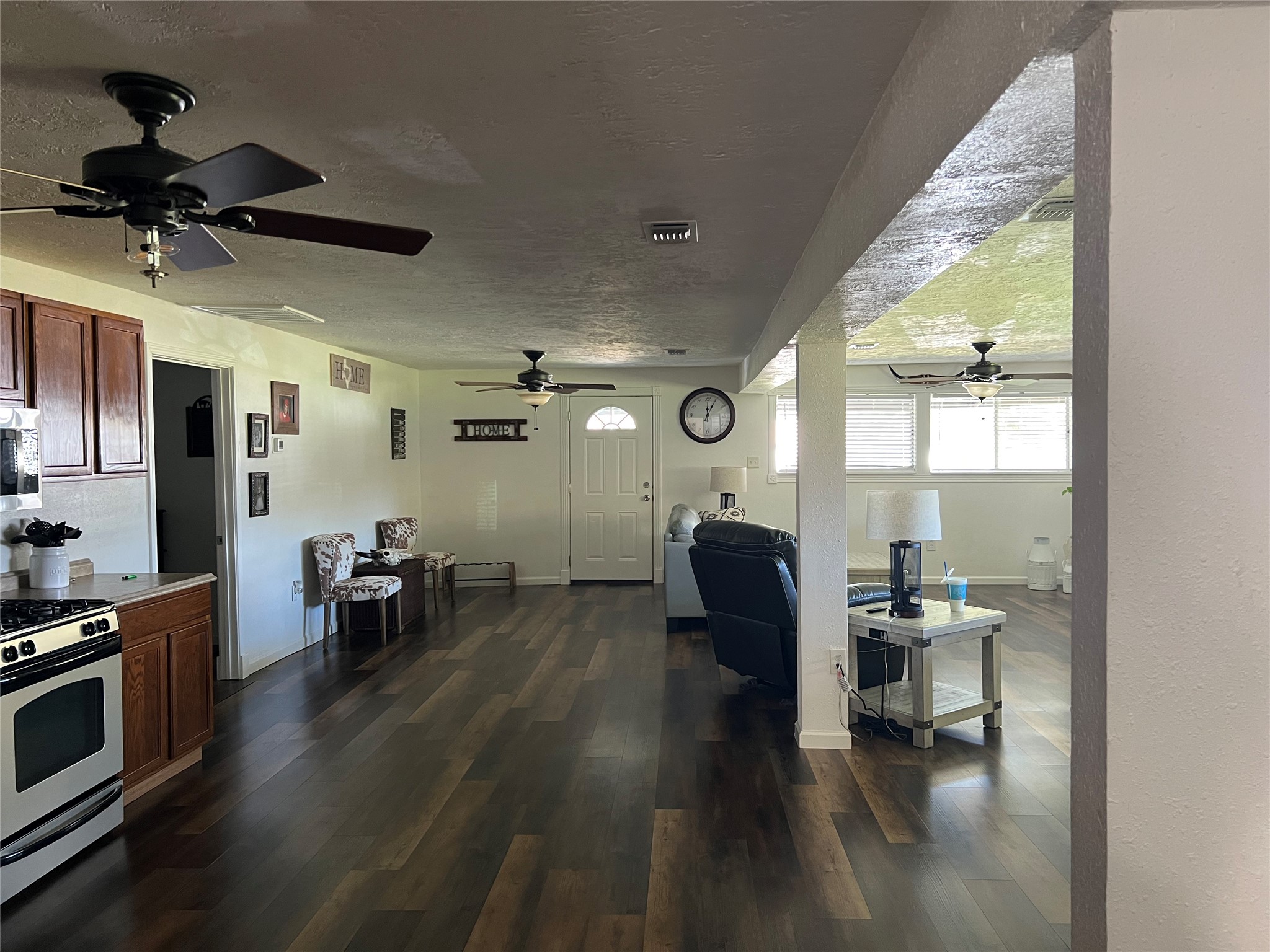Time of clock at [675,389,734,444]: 12:04
